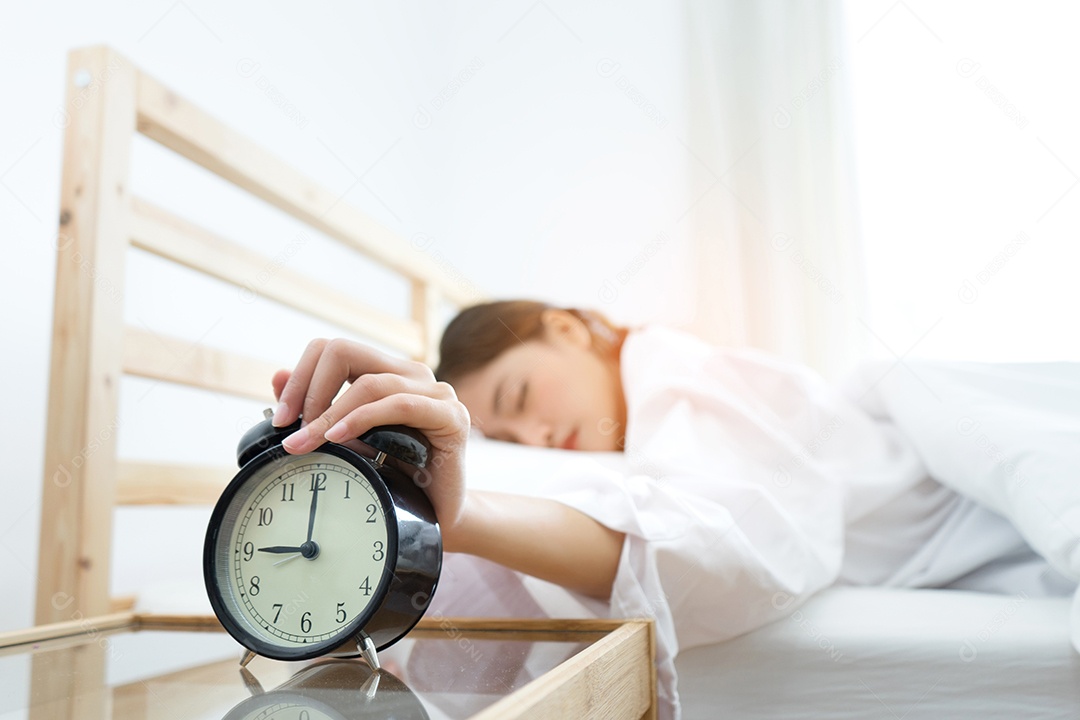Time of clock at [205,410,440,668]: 9:00
